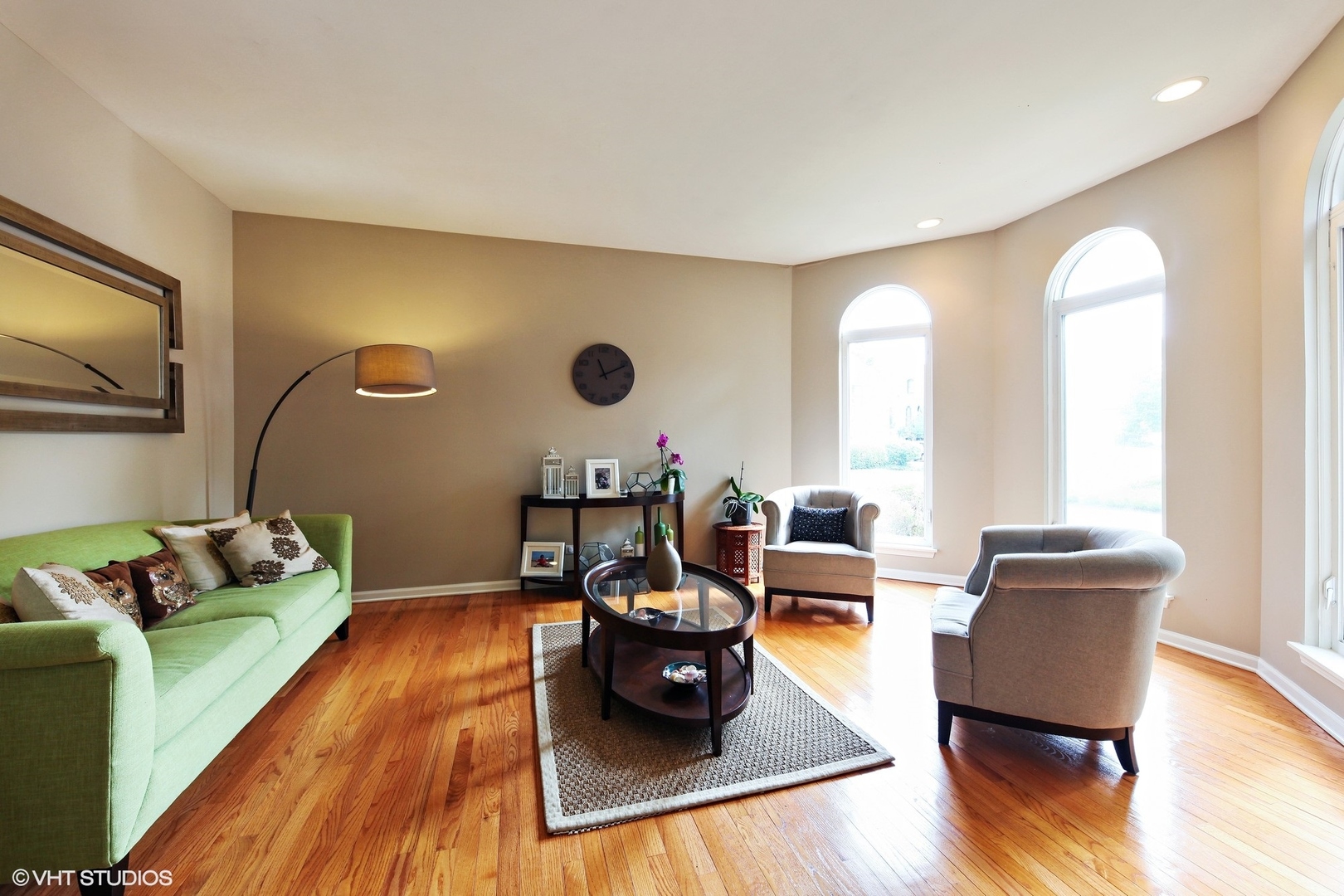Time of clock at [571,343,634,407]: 11:11
